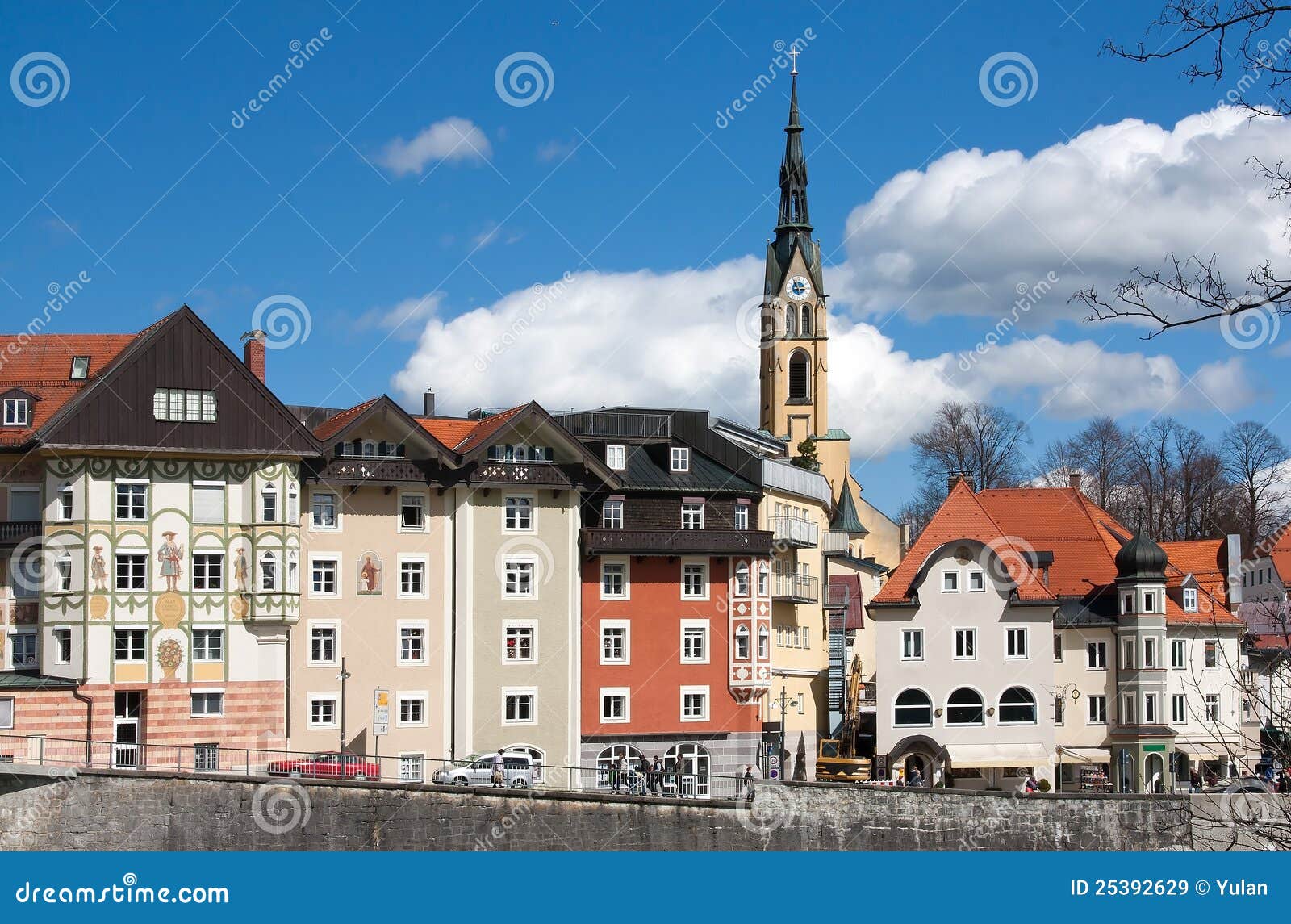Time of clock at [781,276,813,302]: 2:56
